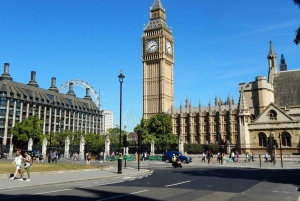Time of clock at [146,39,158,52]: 2:38
